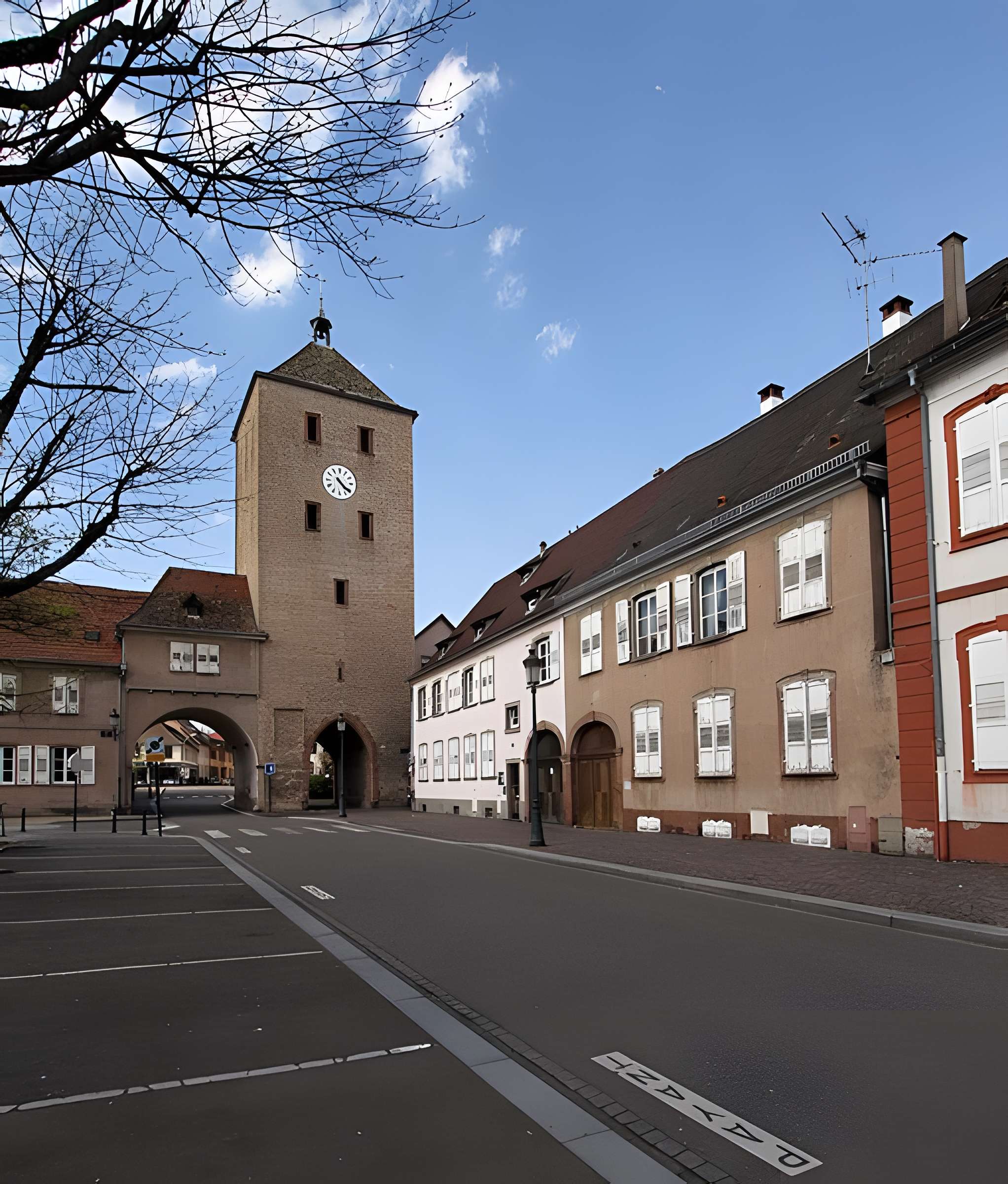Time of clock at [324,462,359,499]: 4:21
